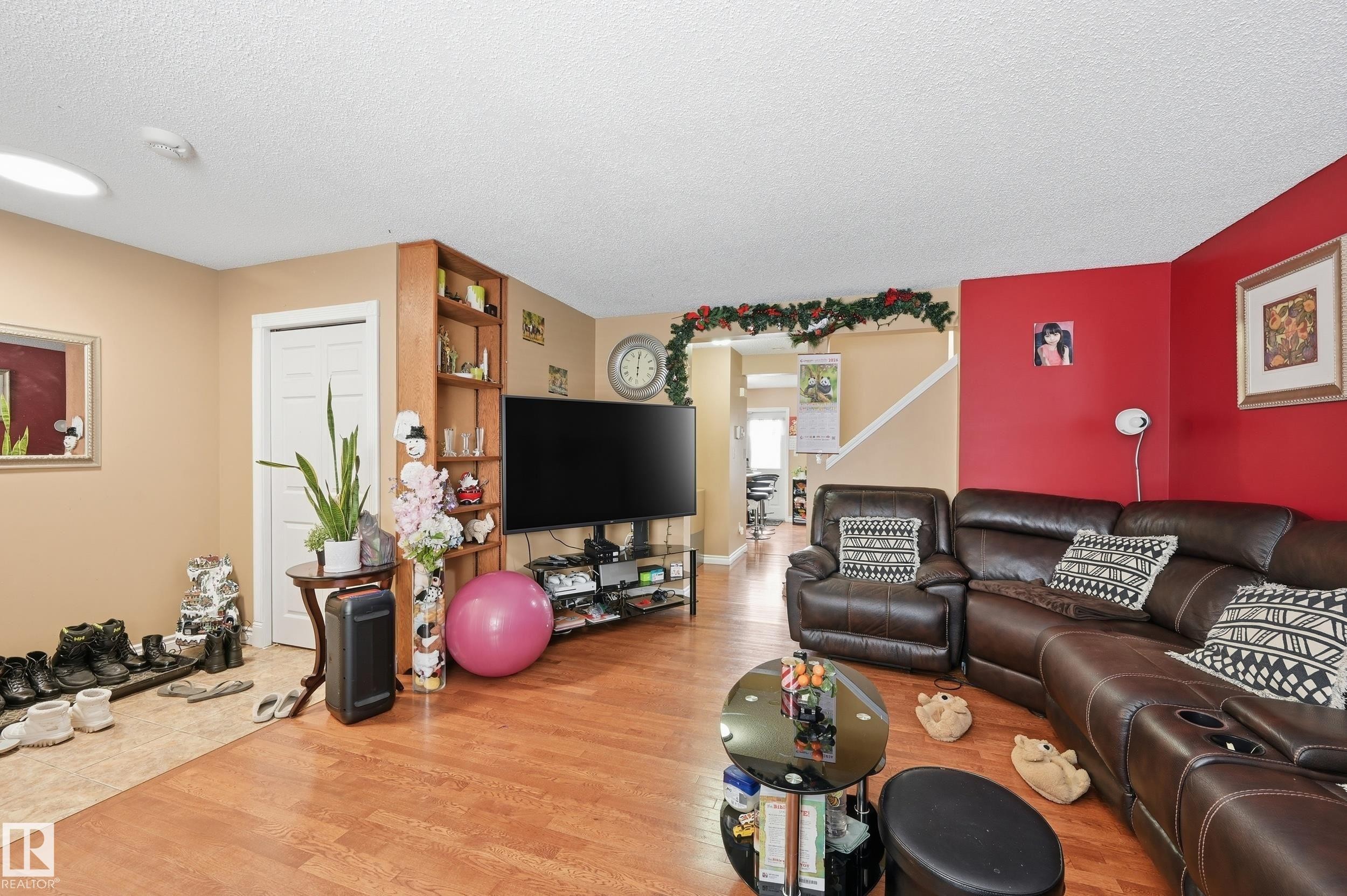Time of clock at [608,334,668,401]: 6:00
